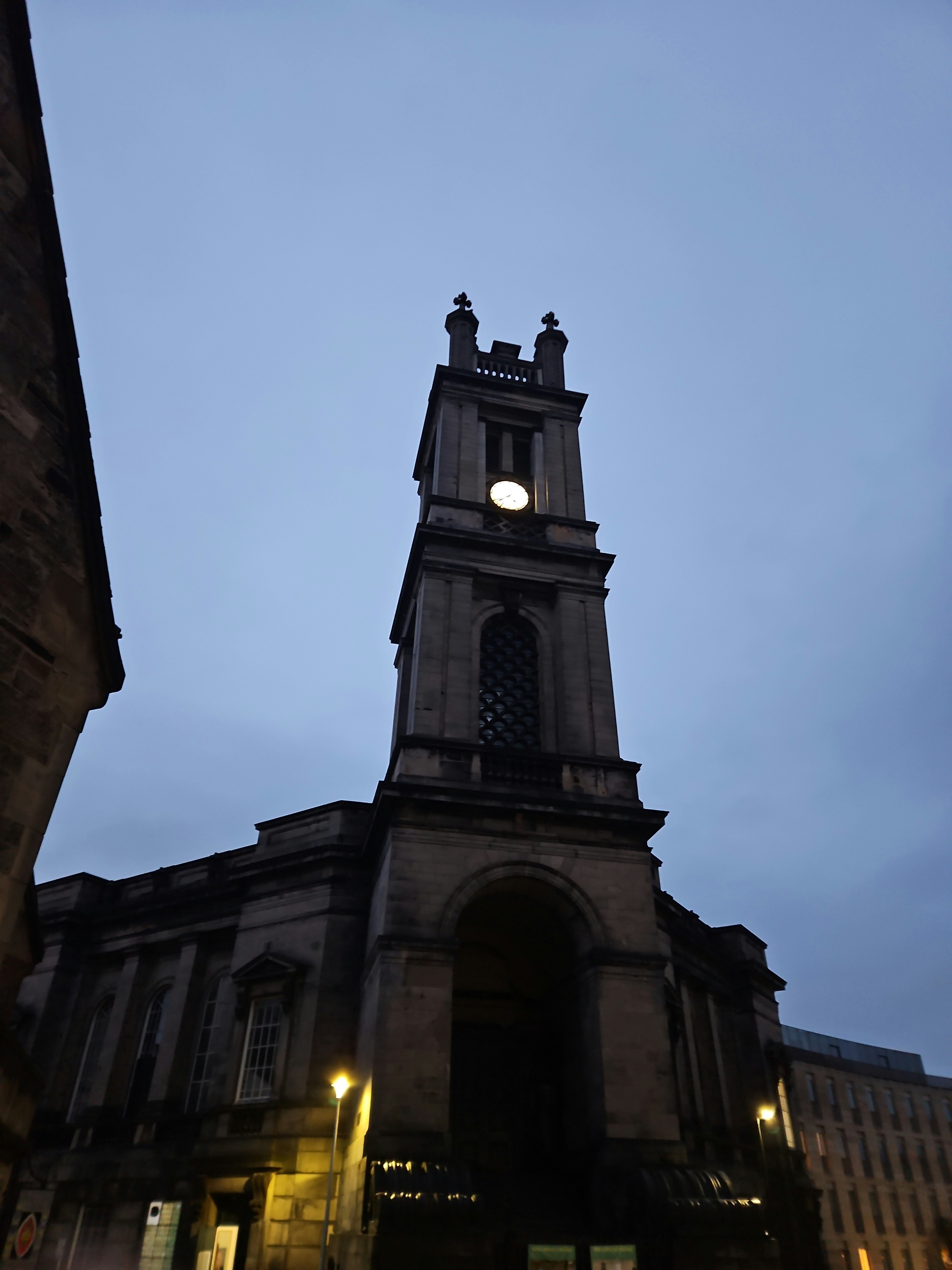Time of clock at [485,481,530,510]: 7:39
